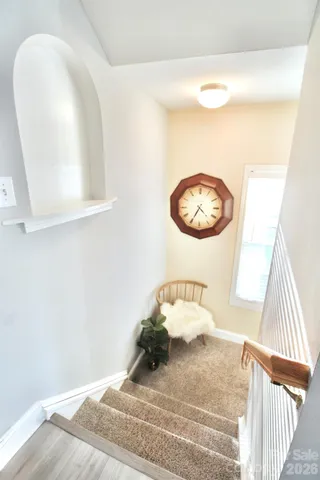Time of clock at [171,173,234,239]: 4:34
